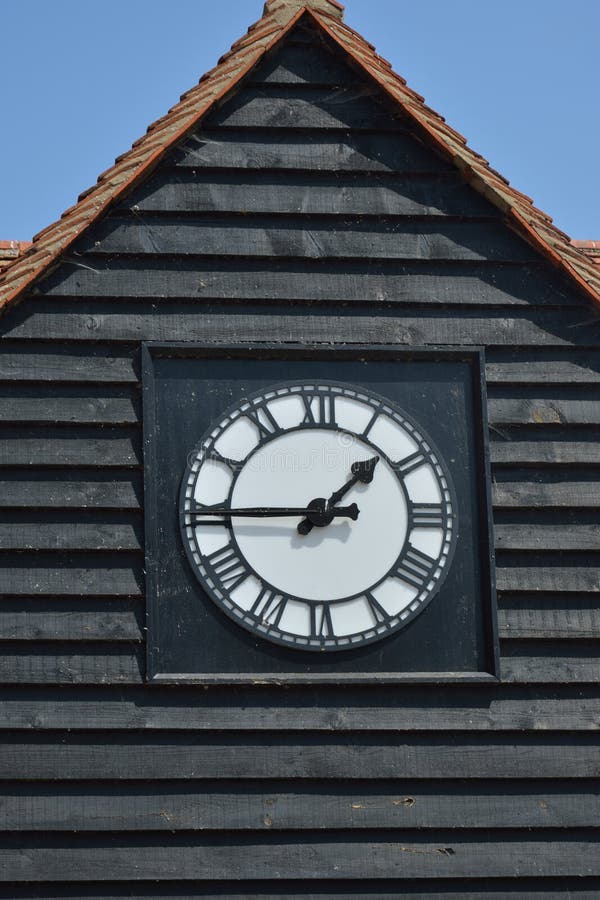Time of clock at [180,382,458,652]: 1:44
